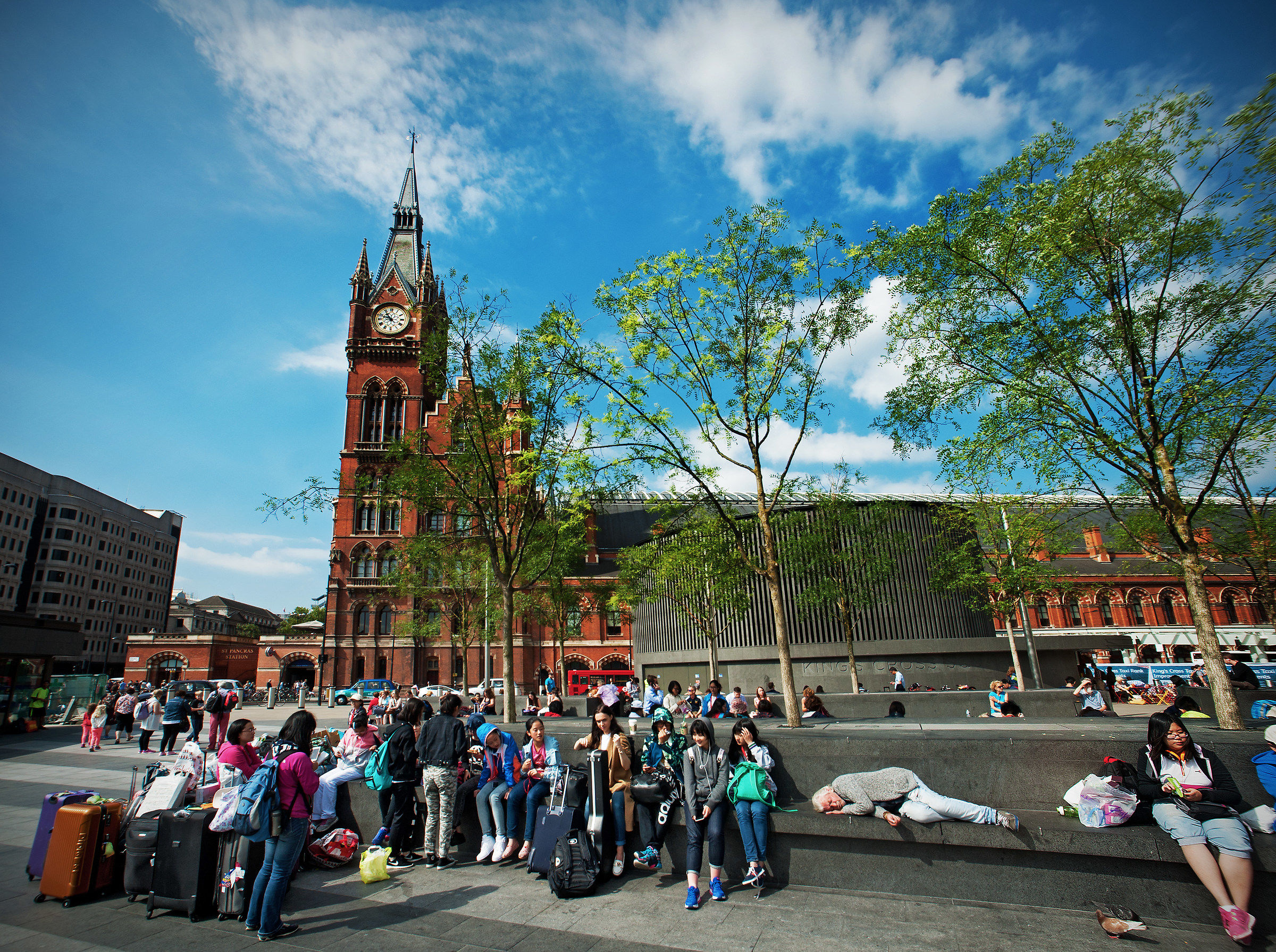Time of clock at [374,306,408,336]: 10:48
